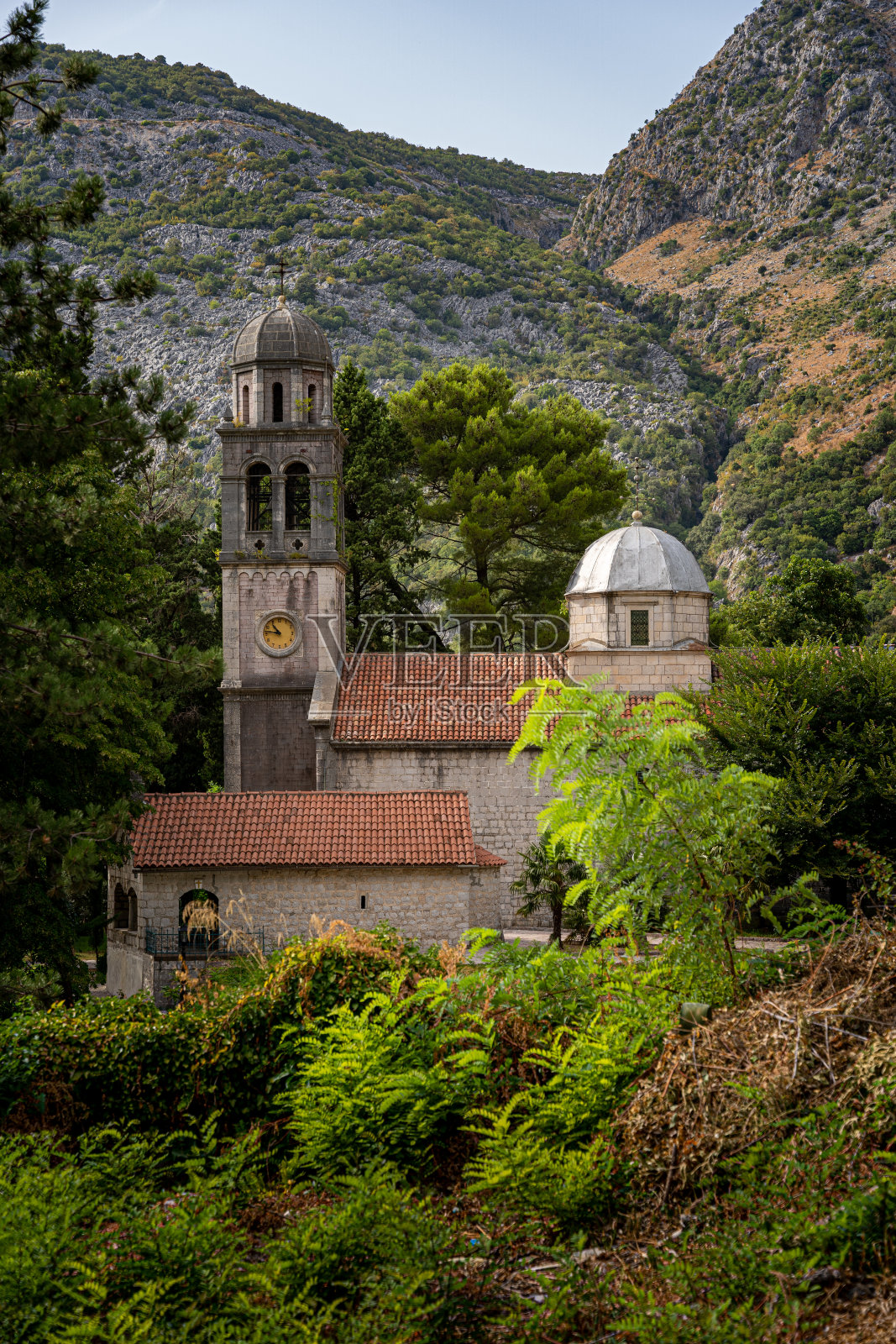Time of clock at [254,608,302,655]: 10:47
